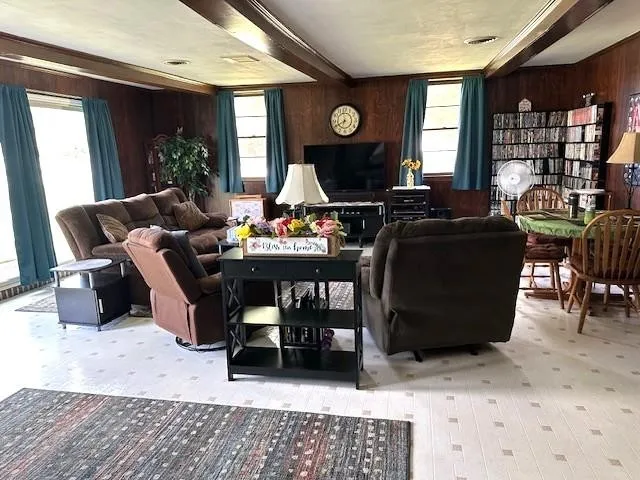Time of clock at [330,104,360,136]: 6:40
